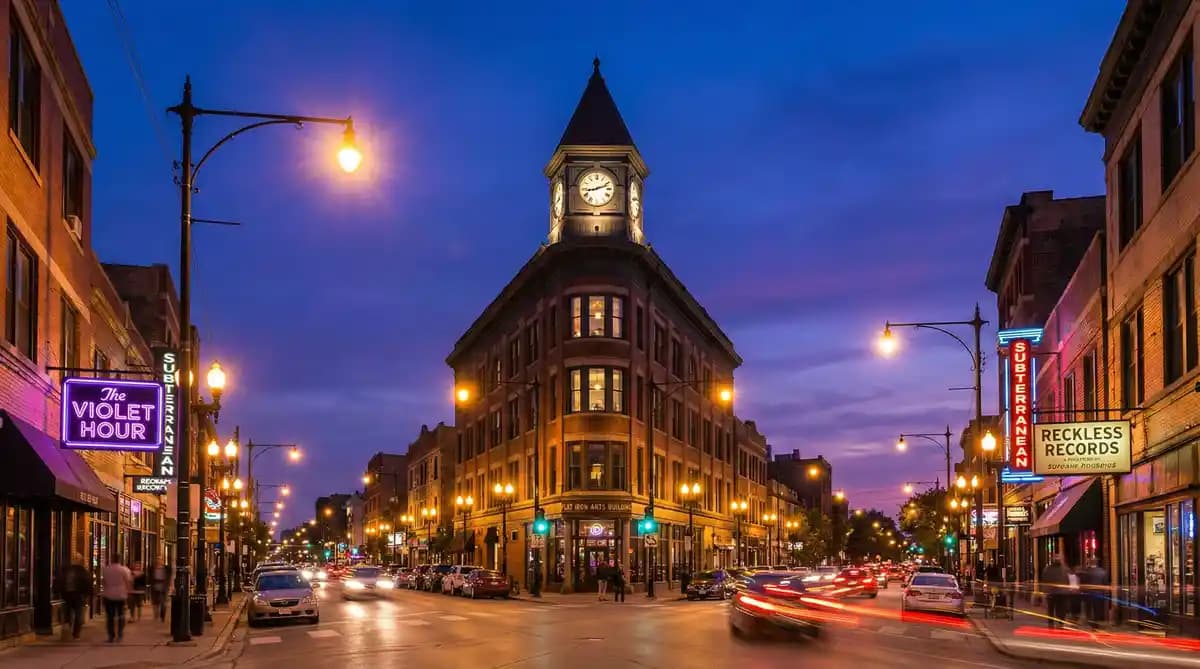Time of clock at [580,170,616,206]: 8:11
